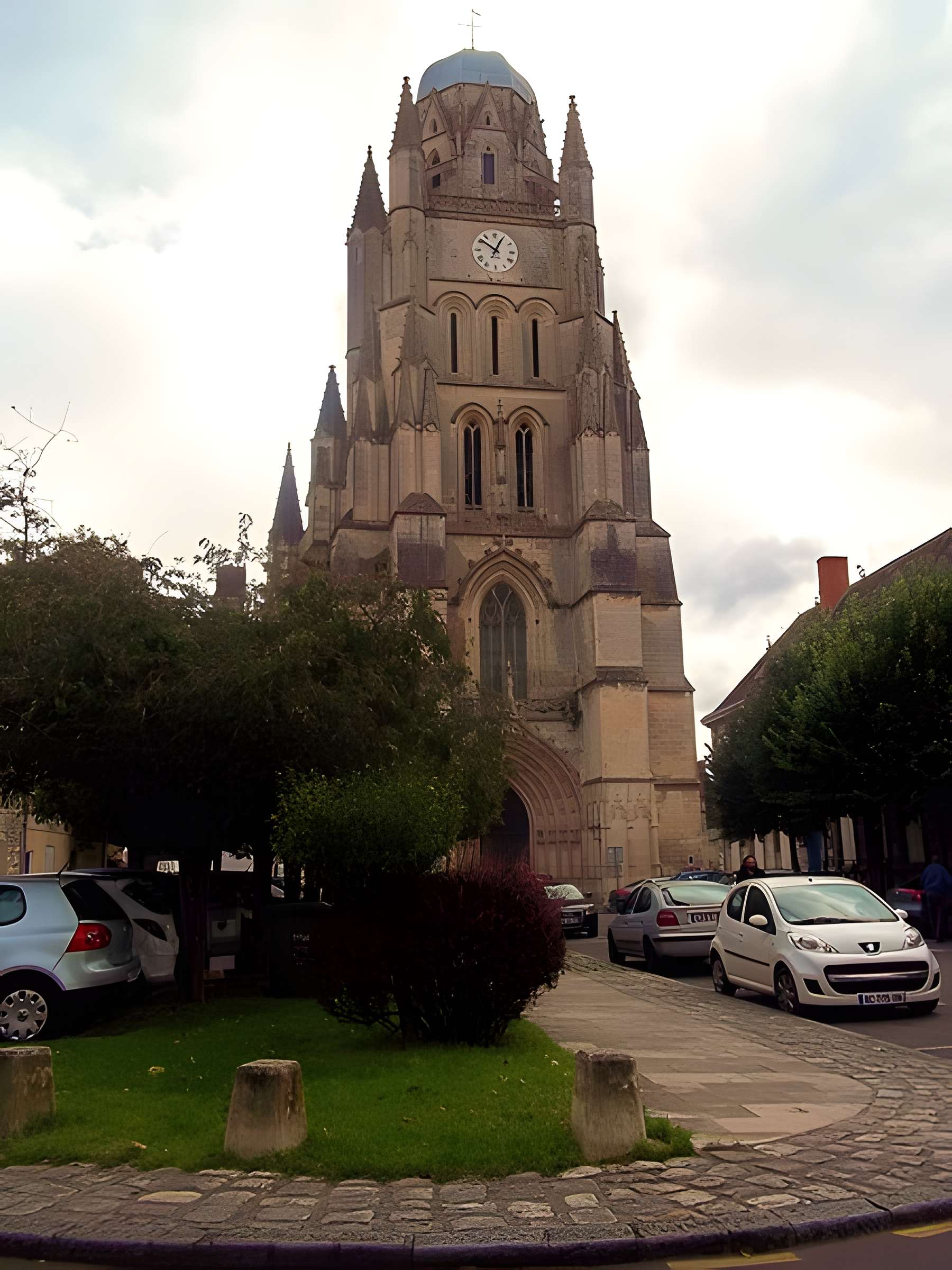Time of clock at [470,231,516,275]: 12:51
